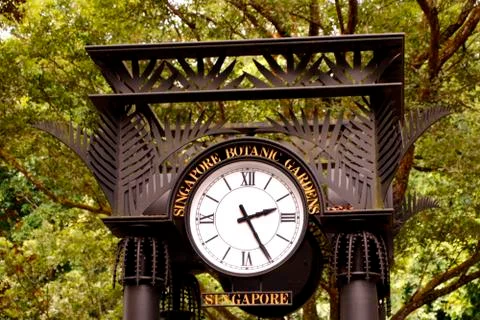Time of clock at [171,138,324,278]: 2:25
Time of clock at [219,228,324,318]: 2:25
